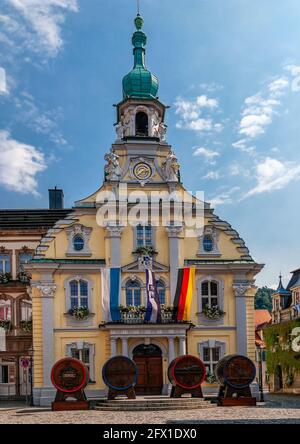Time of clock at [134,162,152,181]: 2:38
